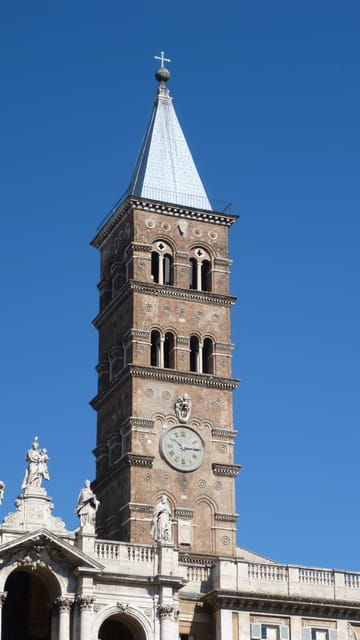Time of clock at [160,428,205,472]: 10:14
